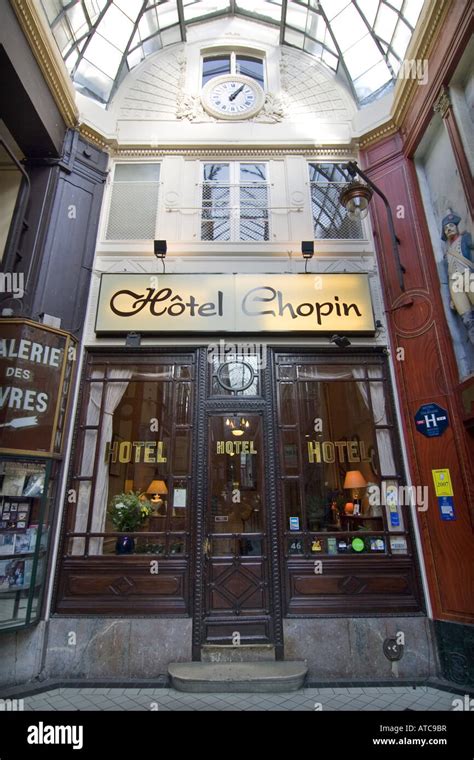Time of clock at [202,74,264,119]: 1:05
